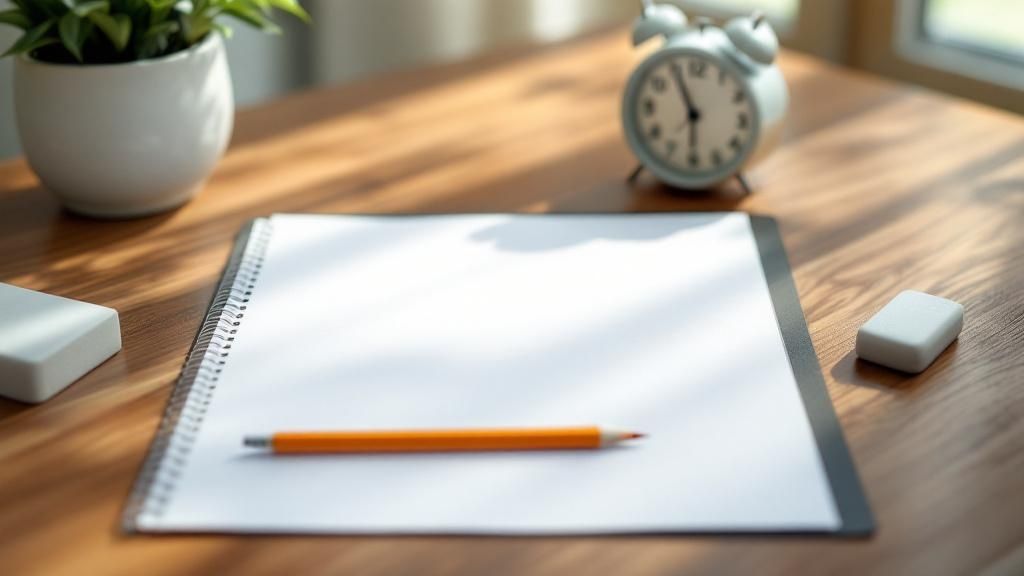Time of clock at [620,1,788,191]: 5:55
